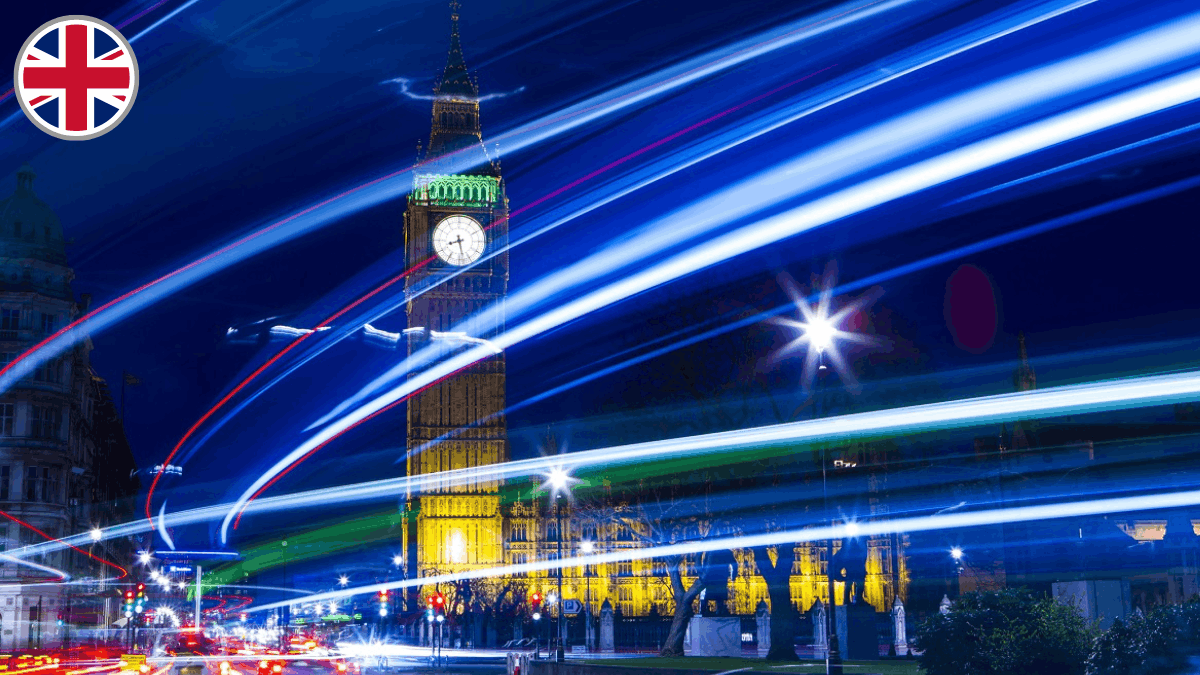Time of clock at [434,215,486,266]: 8:28
